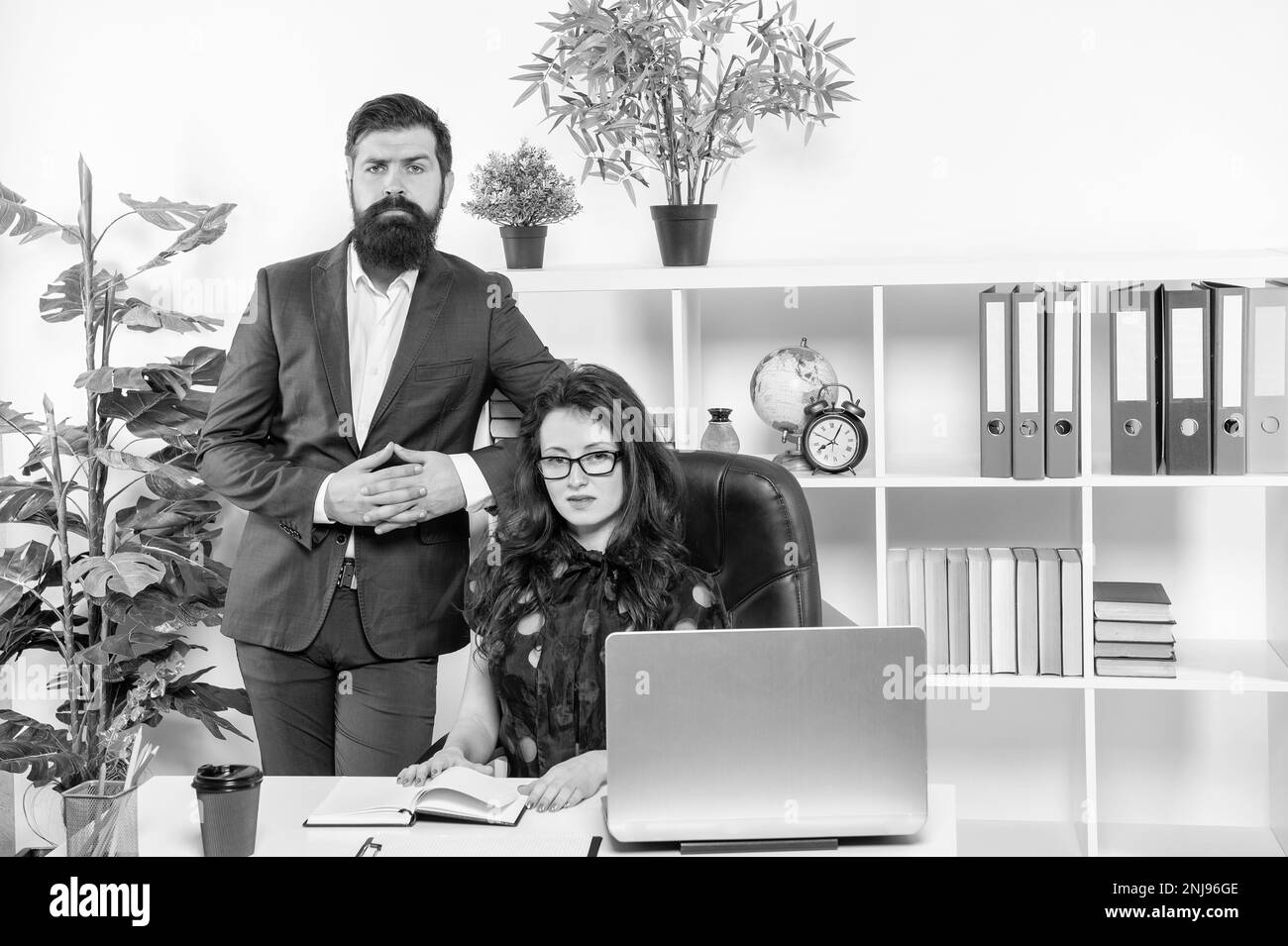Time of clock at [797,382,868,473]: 8:05
